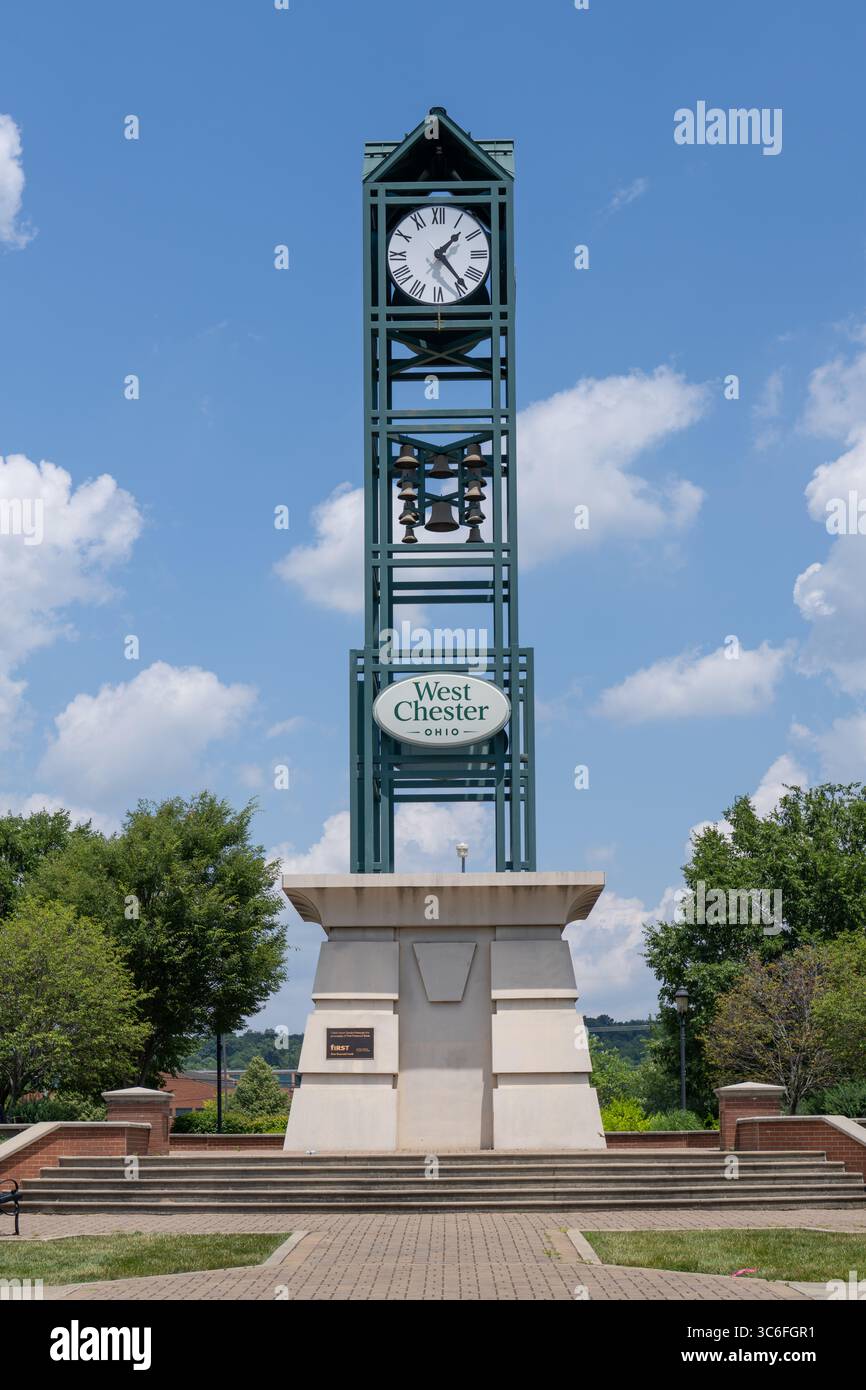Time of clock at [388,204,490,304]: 1:23
